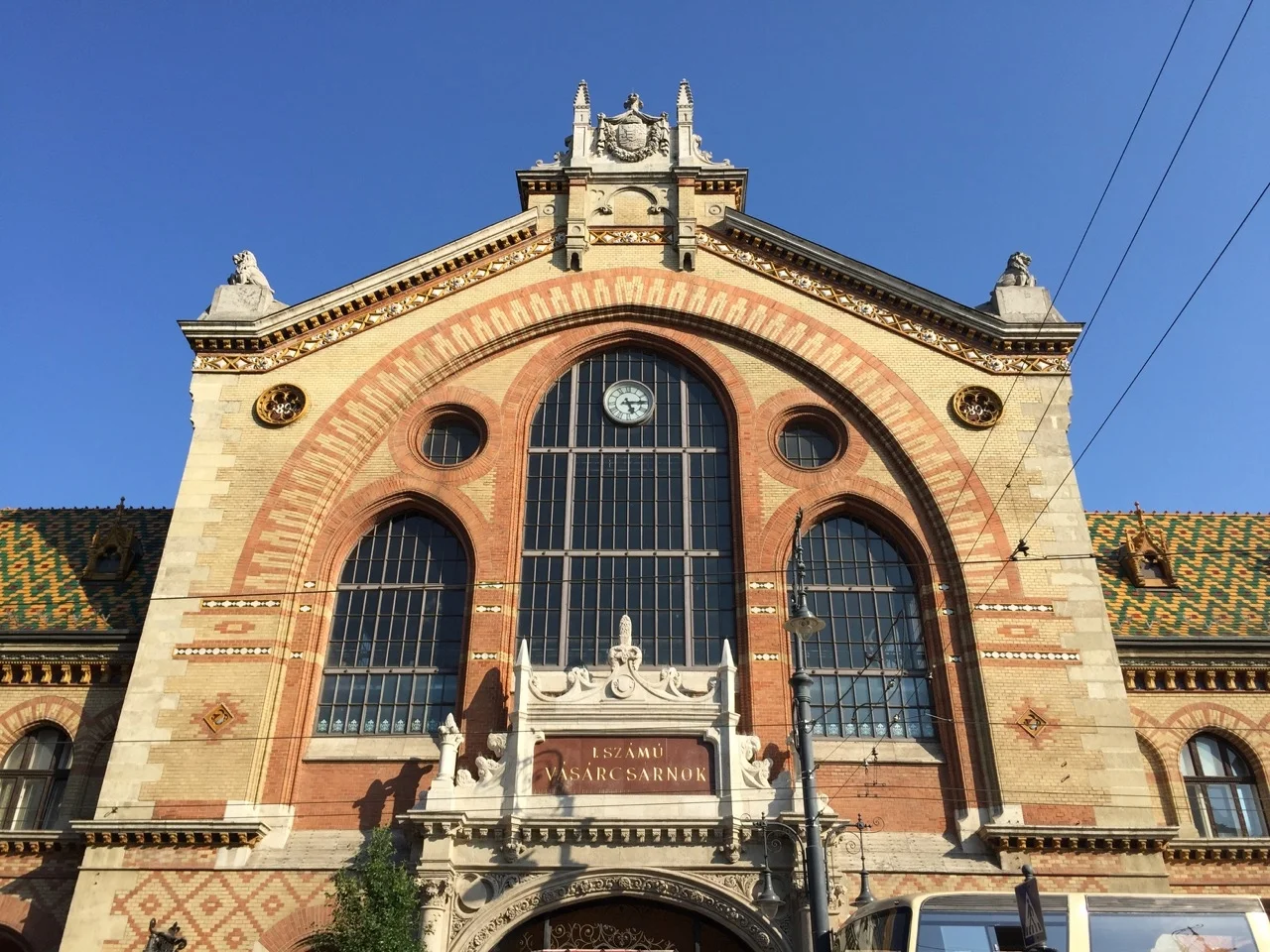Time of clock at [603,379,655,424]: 5:14
